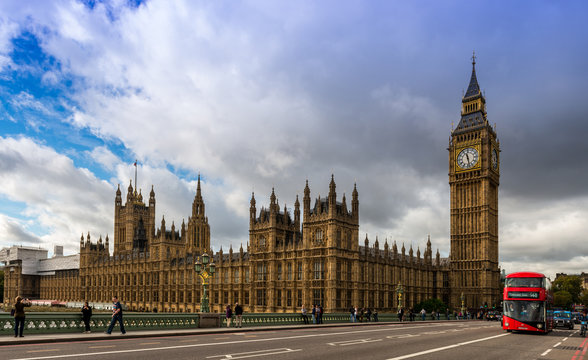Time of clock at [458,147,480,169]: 11:28
